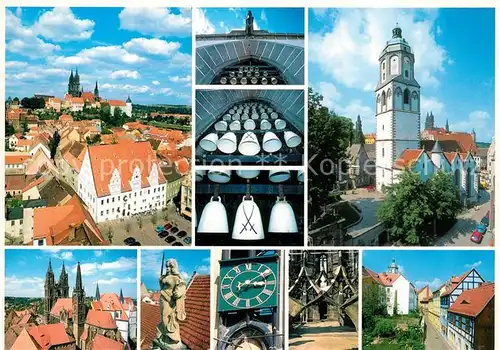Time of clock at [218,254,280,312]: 3:09
